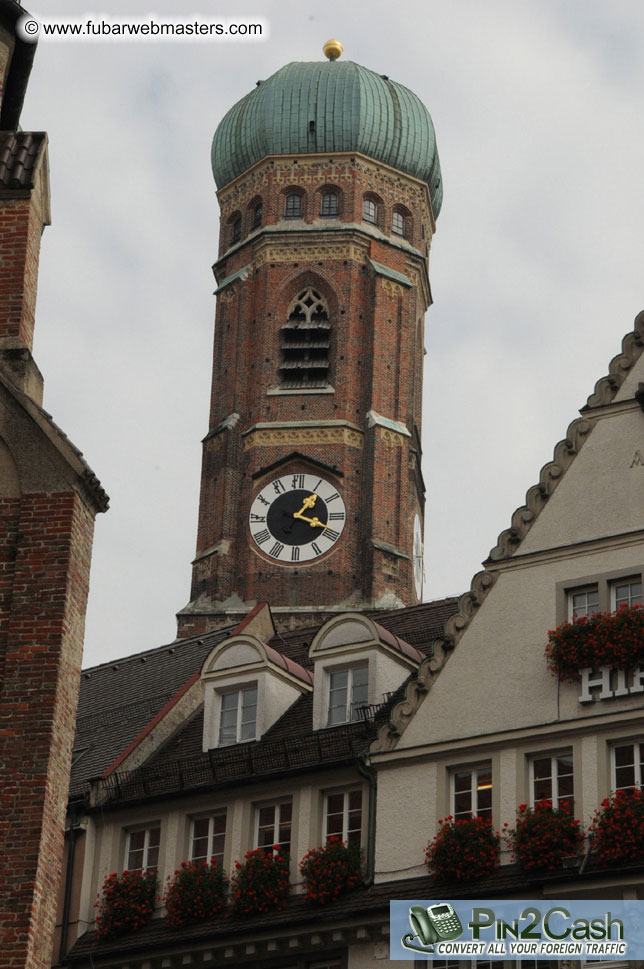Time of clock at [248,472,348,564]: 1:18
